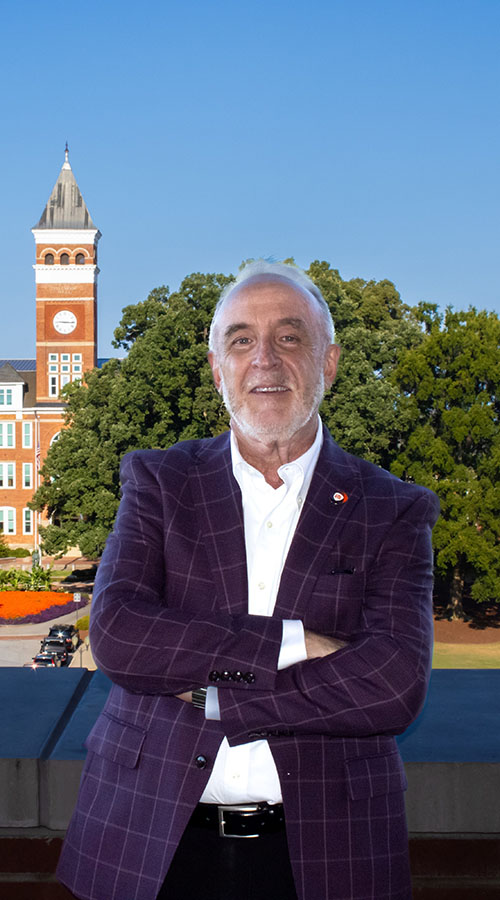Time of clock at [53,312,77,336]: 9:15
